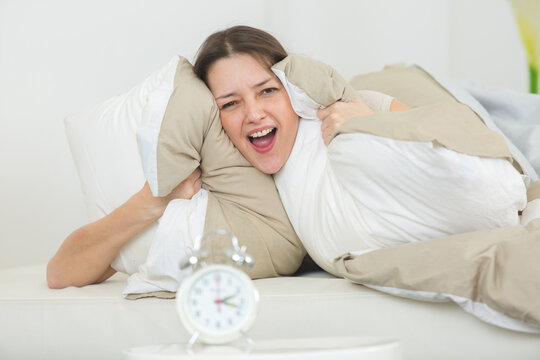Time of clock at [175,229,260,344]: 2:18
